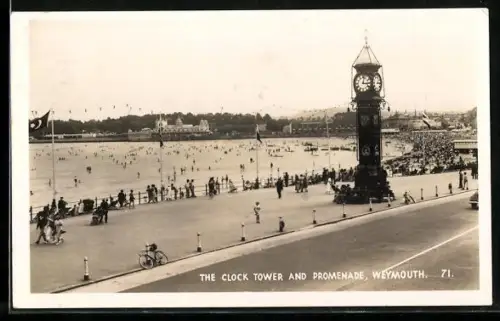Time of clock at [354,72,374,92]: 3:02
